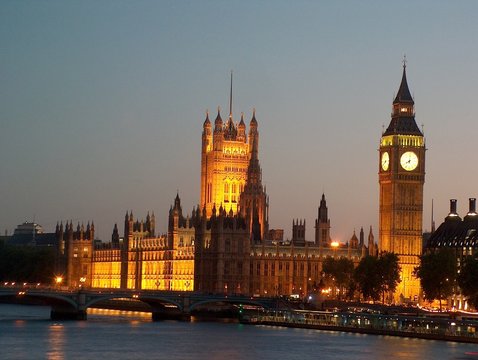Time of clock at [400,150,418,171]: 8:01
